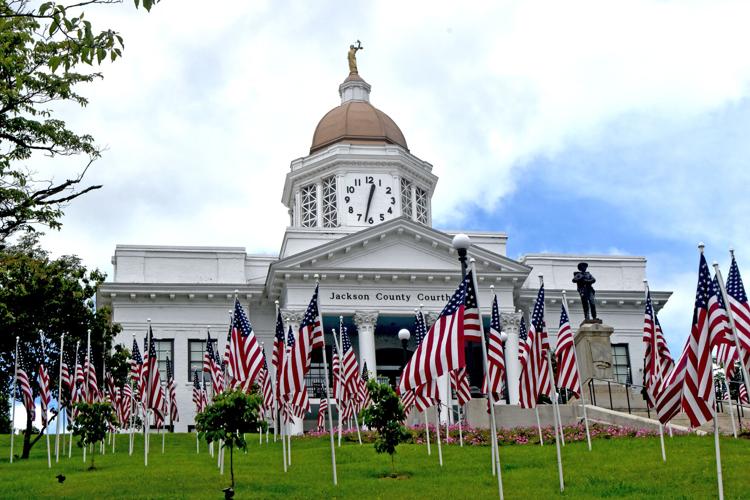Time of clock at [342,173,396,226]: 12:32
